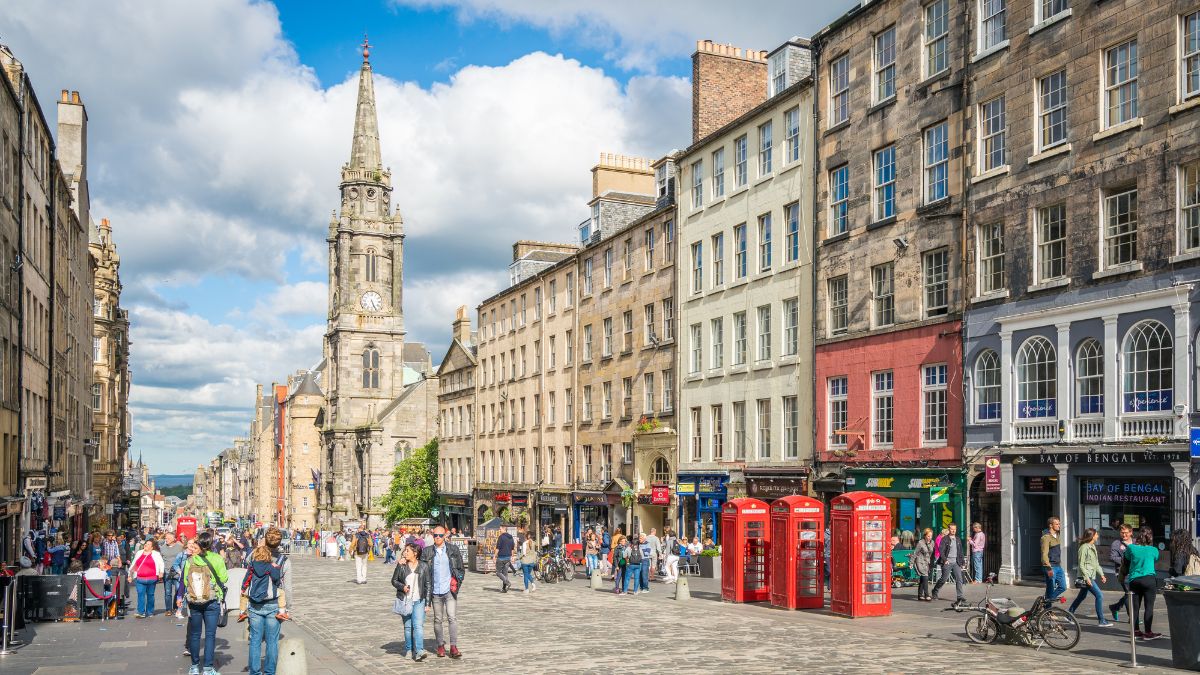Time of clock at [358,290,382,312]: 5:26
